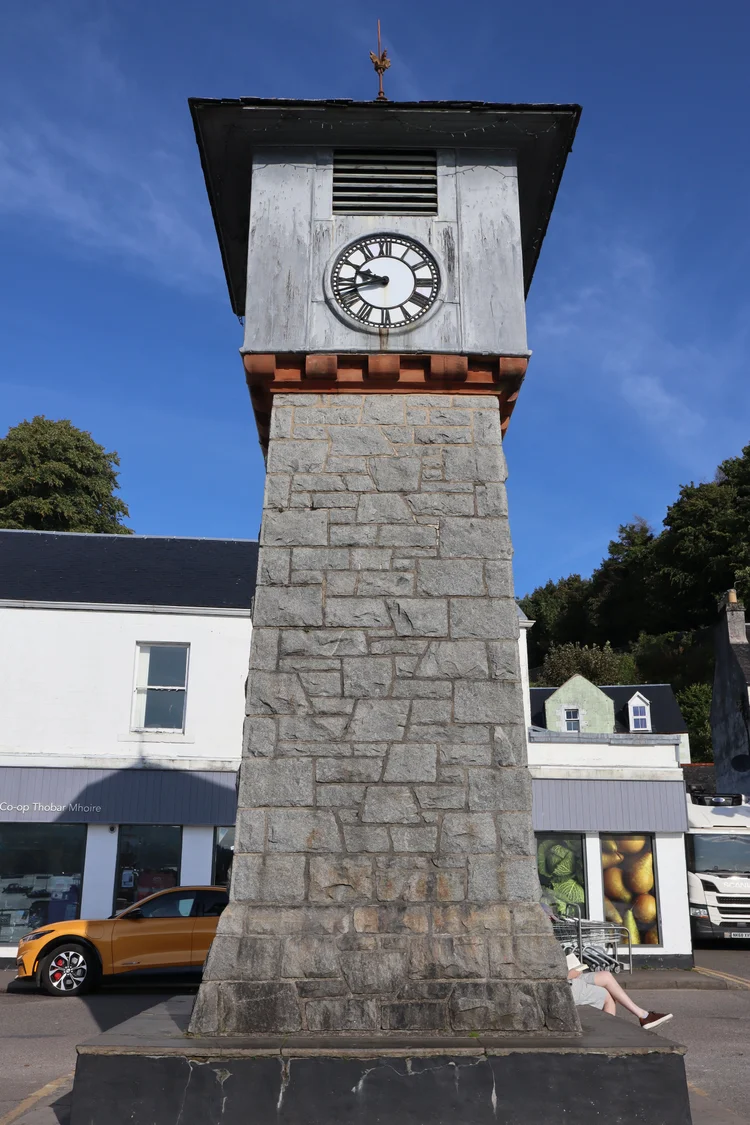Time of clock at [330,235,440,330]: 9:42
